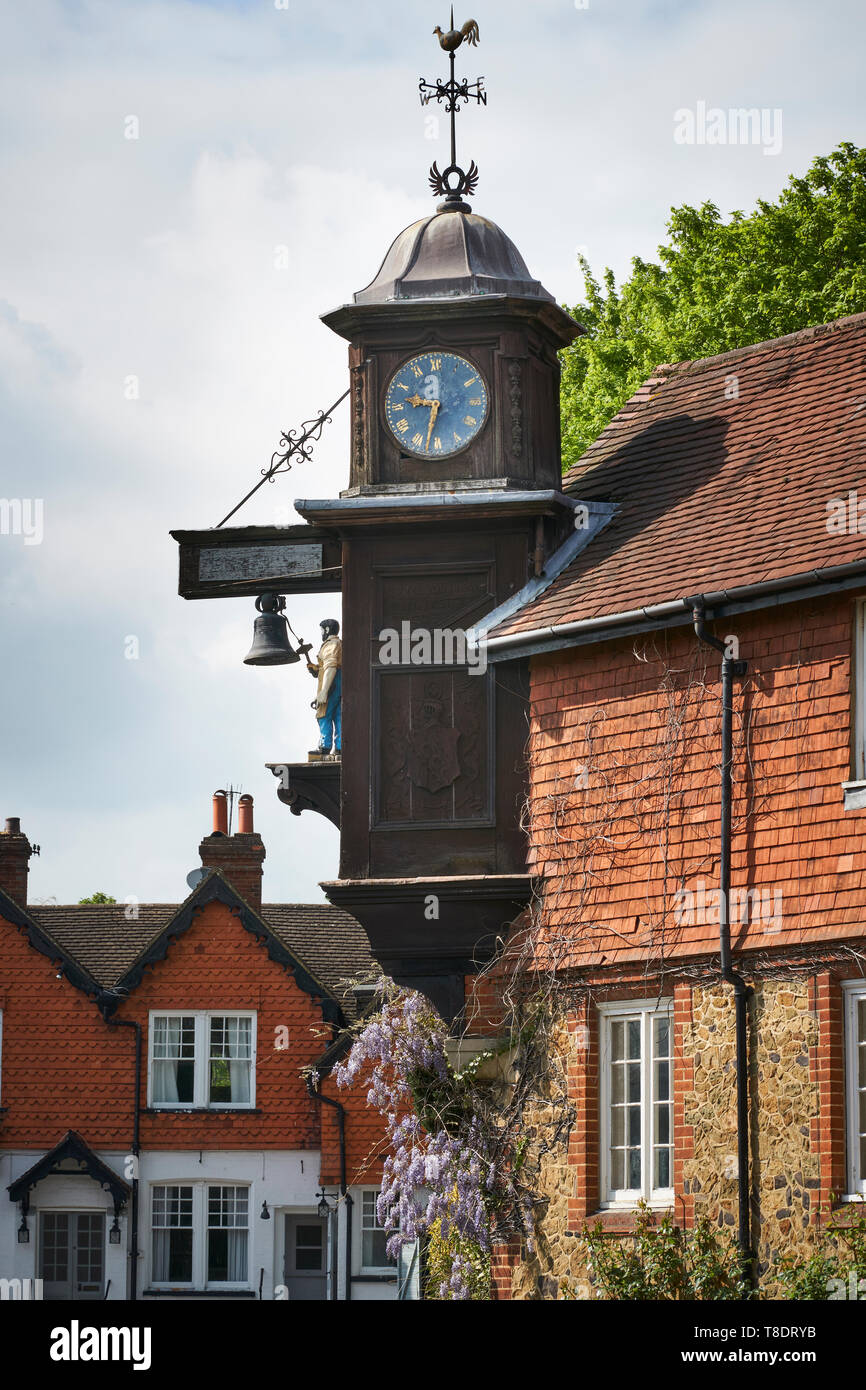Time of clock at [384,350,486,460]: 9:32
